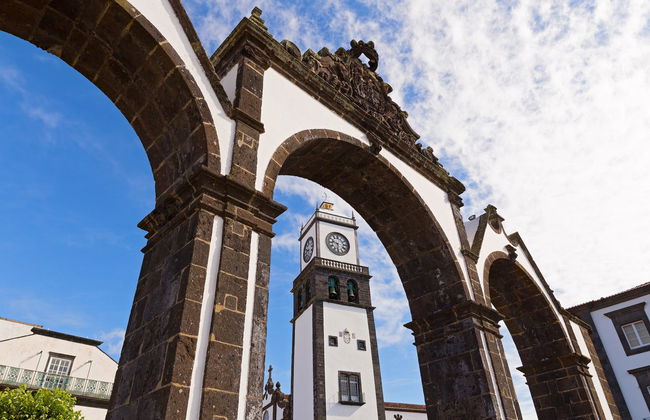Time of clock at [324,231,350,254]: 9:31
